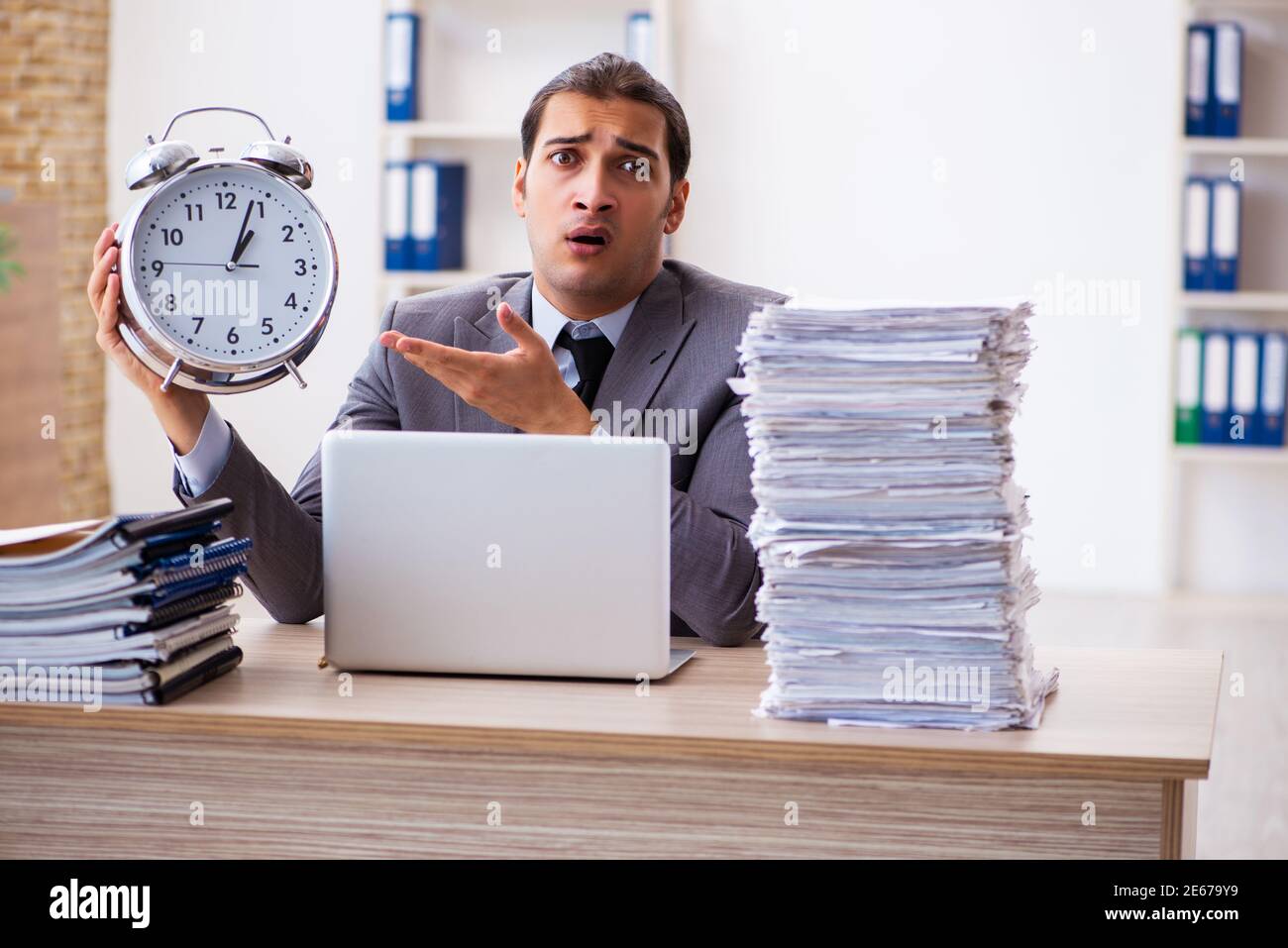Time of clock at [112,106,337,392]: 1:03
